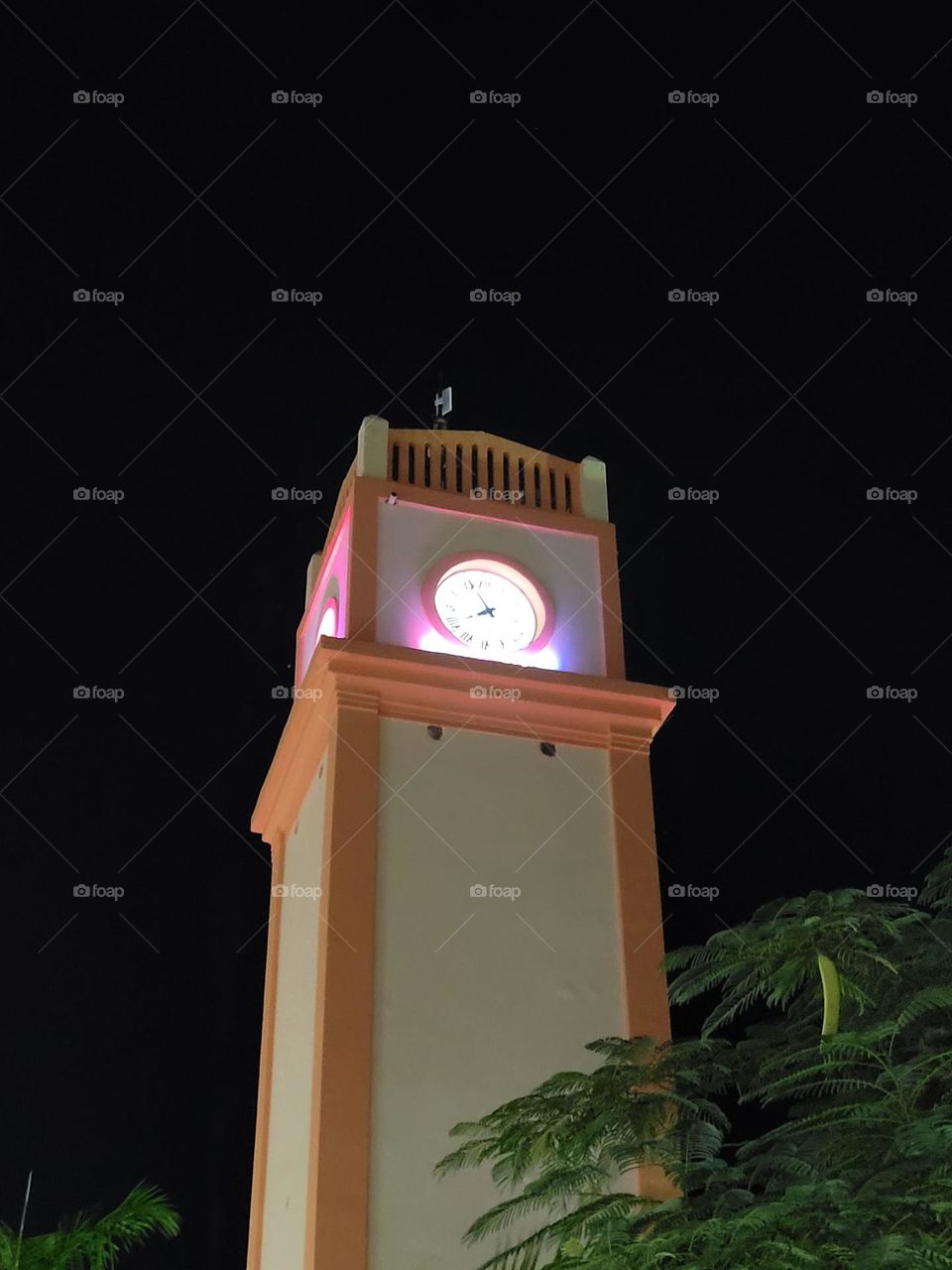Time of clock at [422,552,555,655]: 7:56
